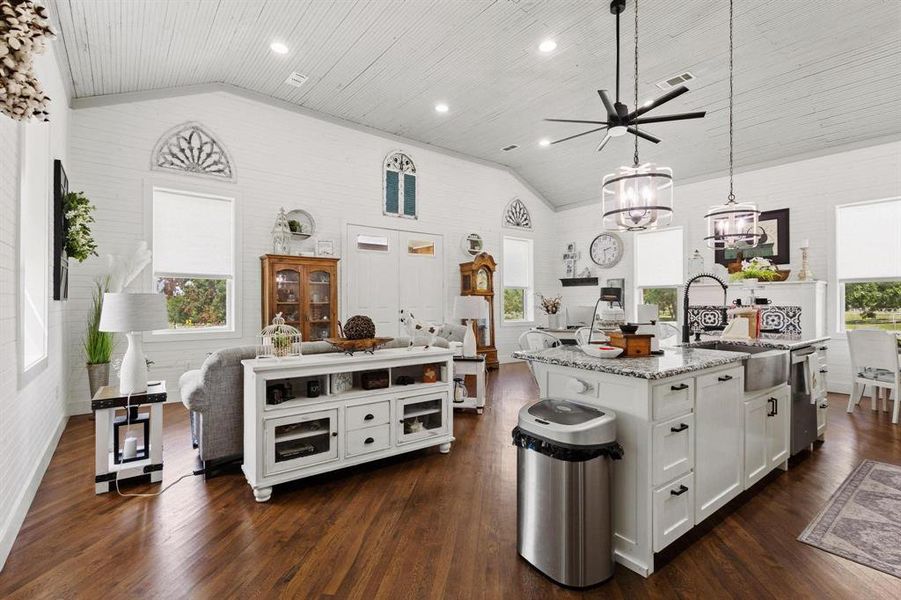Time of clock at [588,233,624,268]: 2:28
